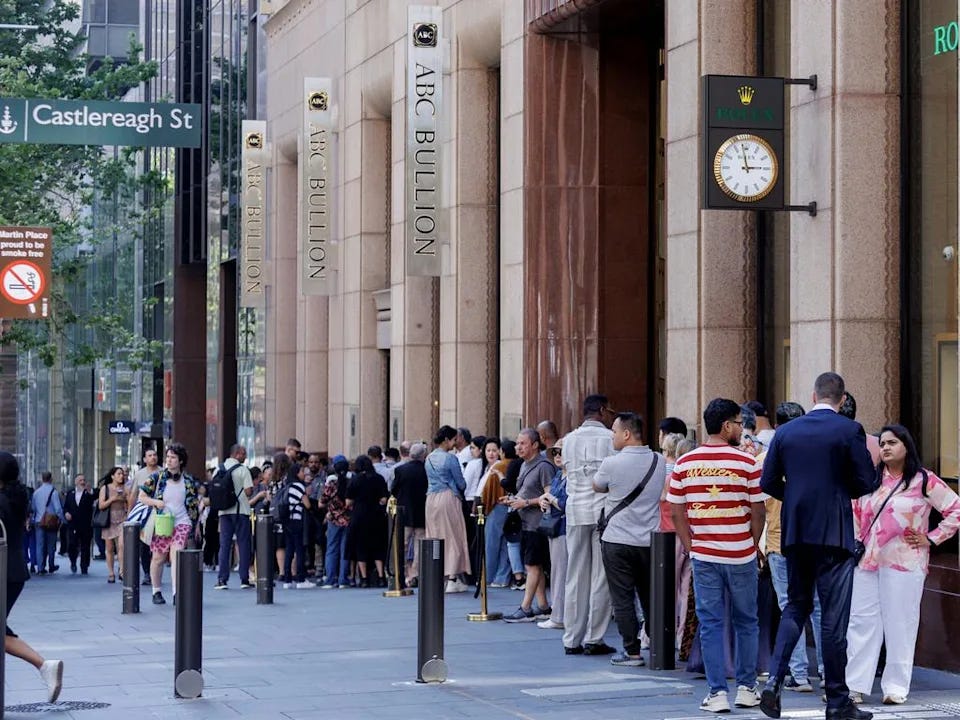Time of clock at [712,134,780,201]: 2:58
